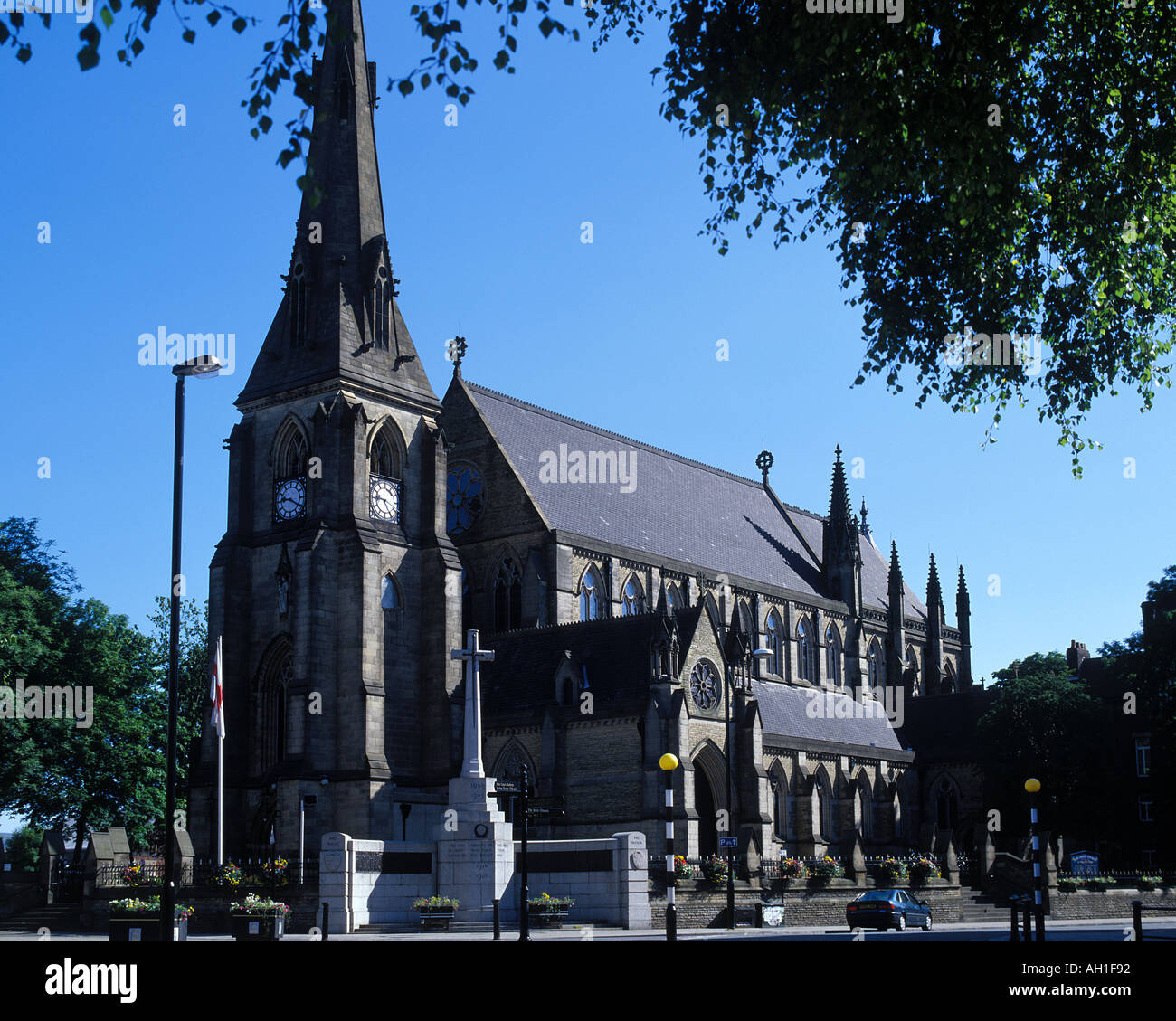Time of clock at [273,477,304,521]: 9:20
